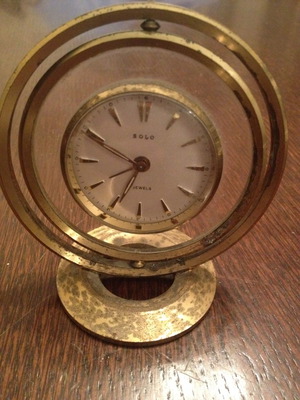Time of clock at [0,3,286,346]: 6:49
